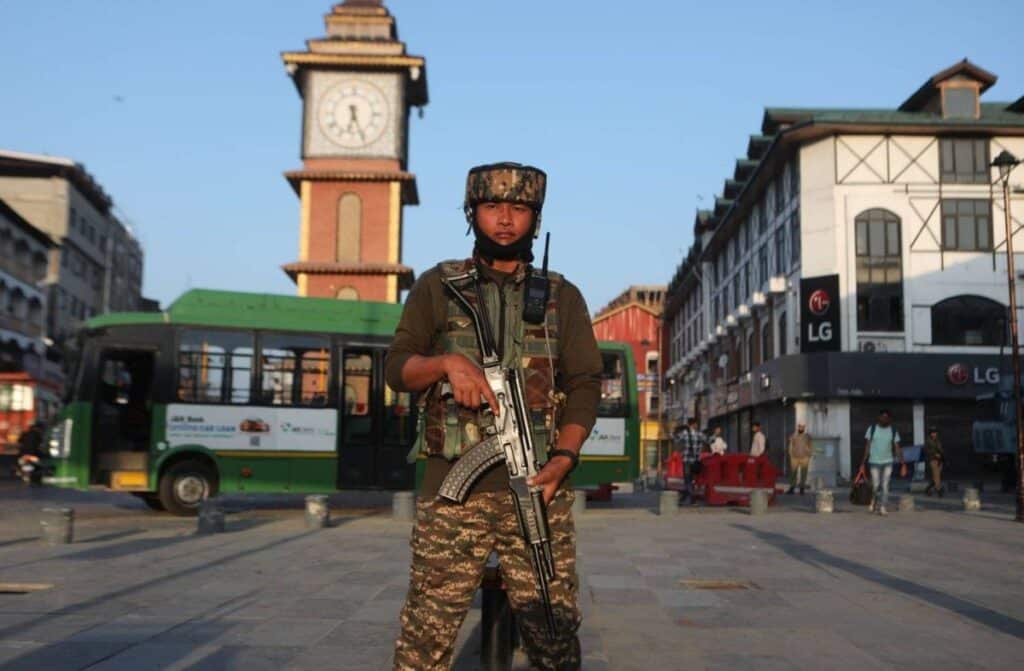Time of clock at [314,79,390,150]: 6:26
